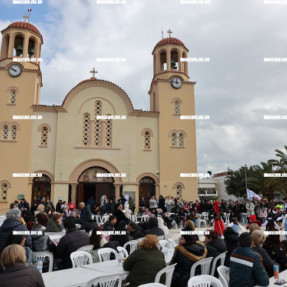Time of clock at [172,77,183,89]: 11:46
